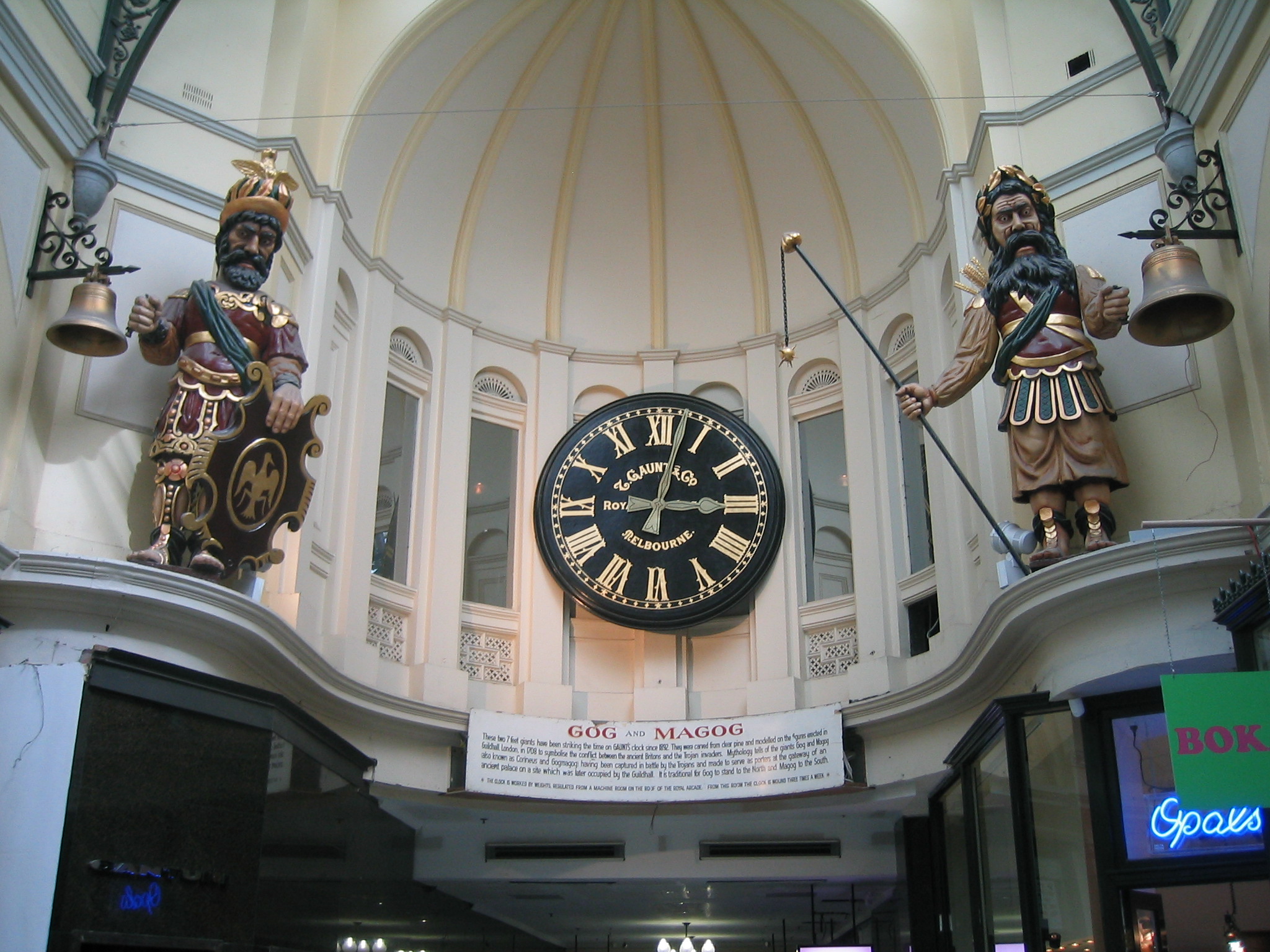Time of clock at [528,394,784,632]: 3:02
